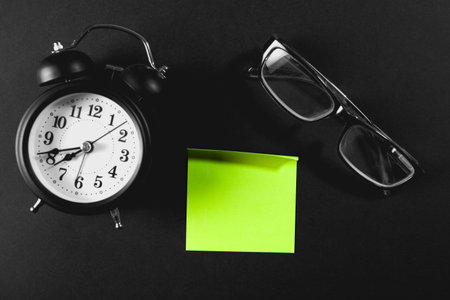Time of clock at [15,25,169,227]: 7:41
